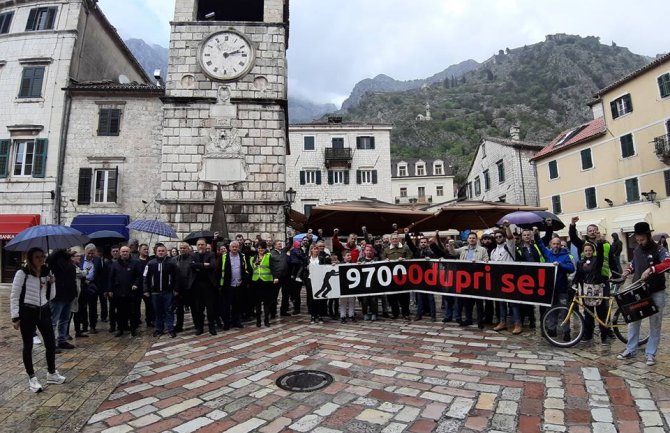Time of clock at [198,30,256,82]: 2:12
